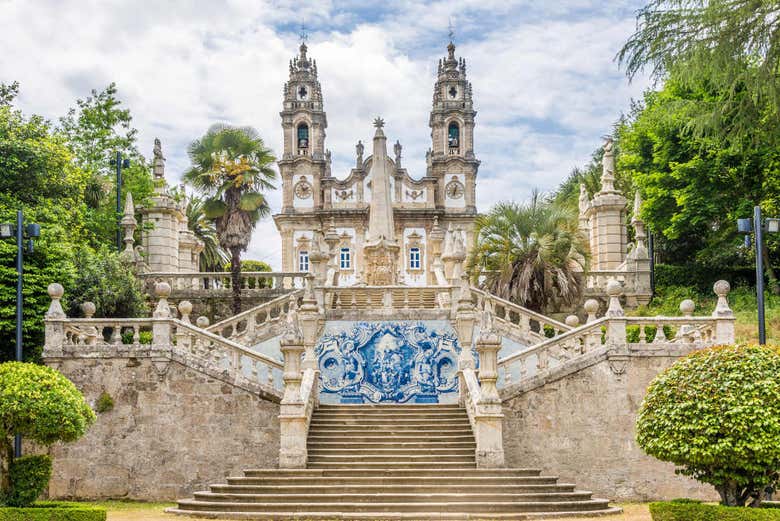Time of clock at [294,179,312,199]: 1:56
